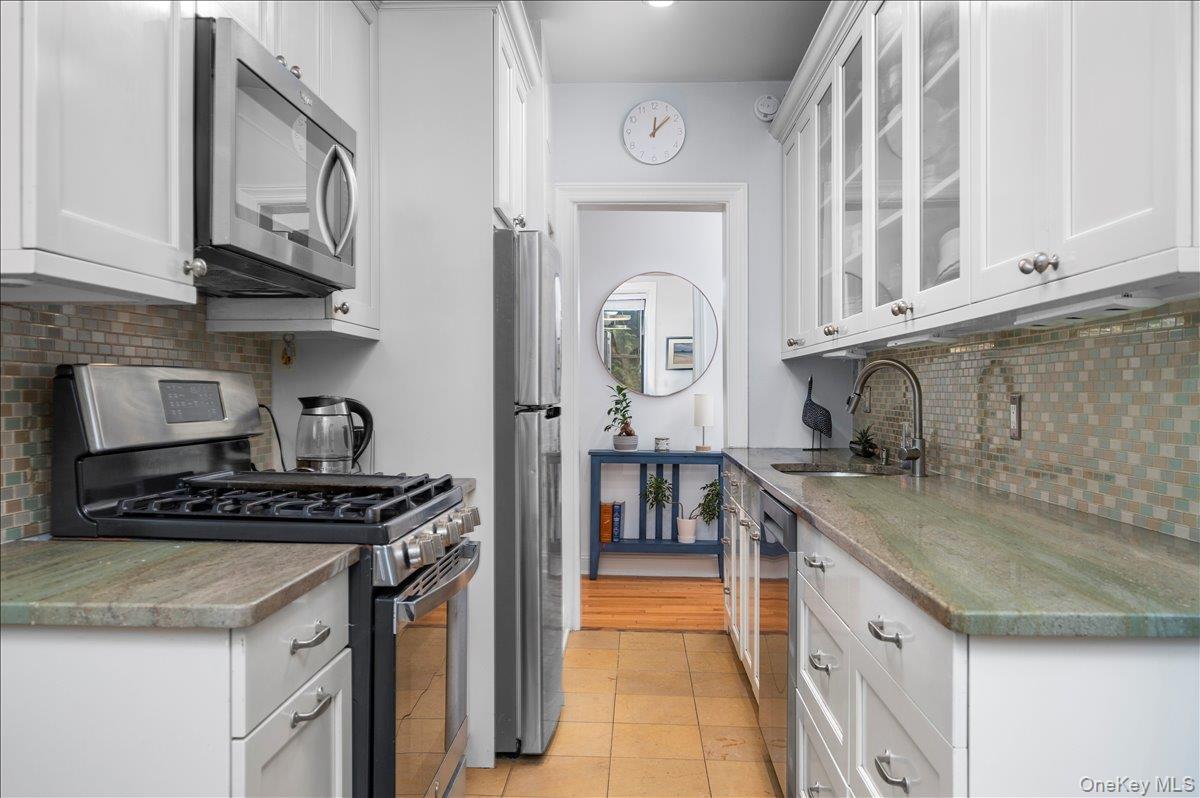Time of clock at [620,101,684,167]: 12:07
